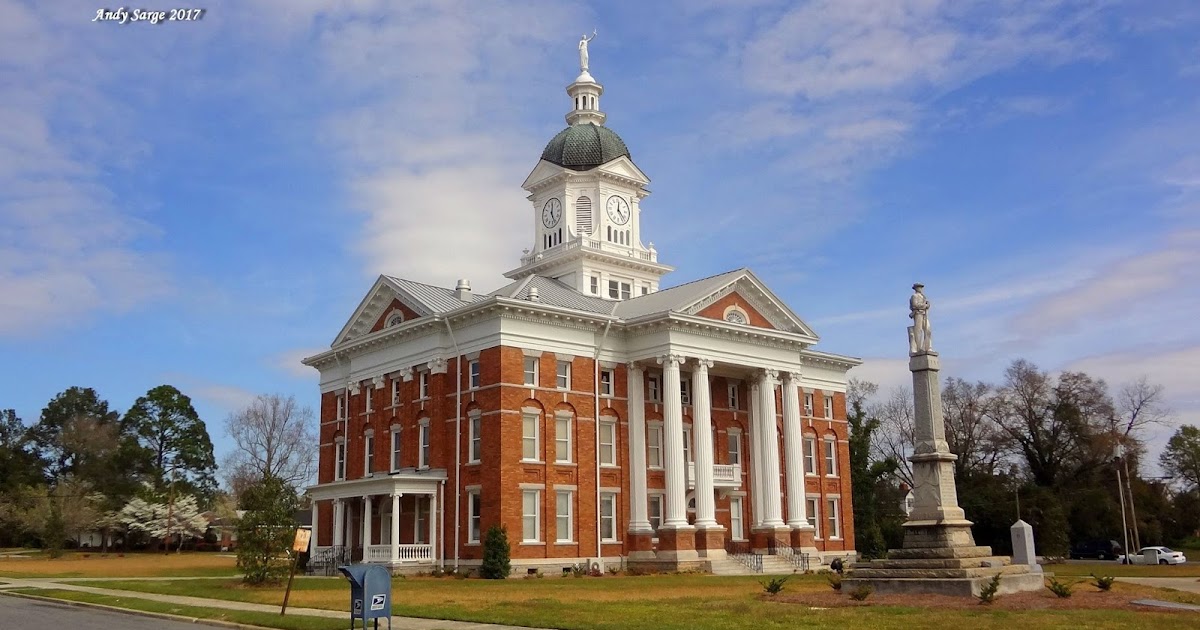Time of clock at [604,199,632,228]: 12:23
